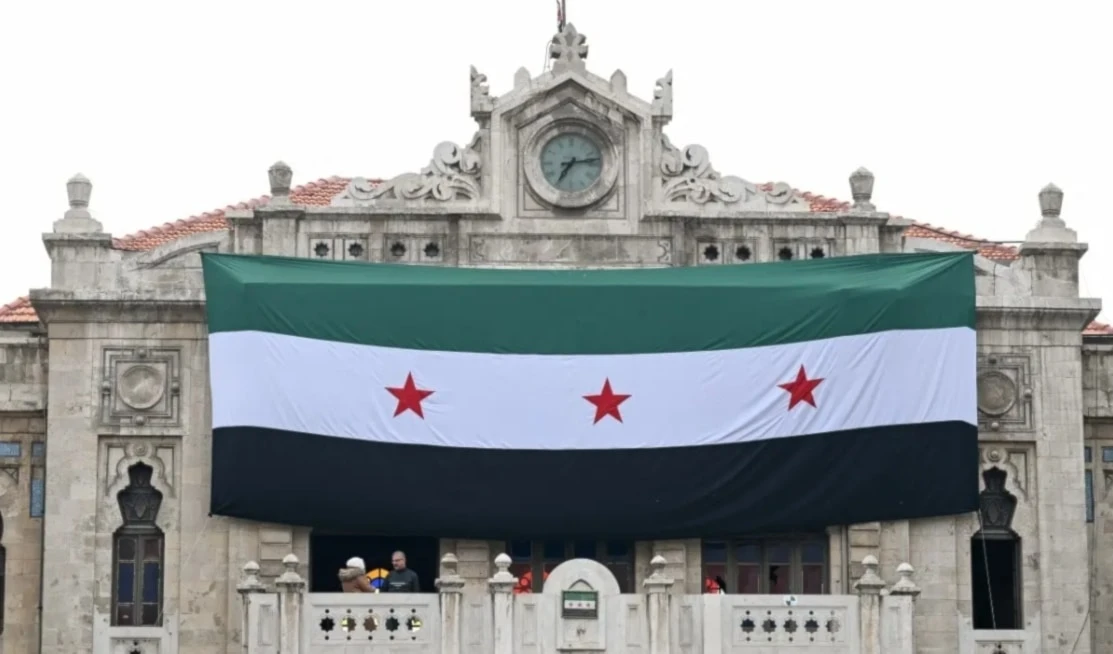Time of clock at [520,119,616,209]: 7:13
